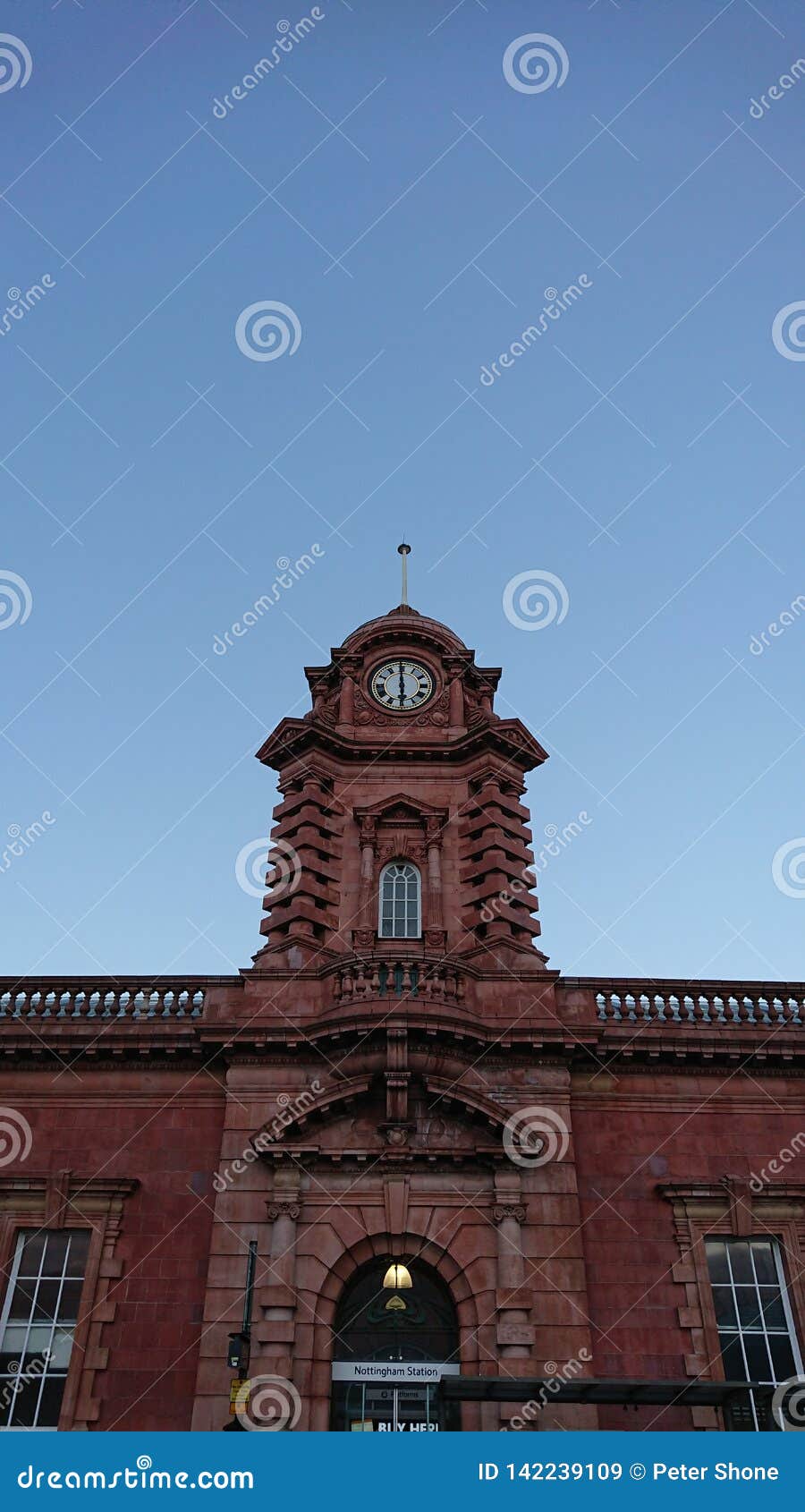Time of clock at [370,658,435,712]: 5:59
